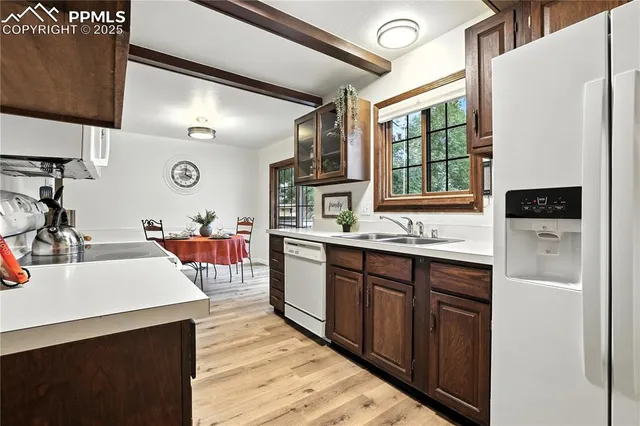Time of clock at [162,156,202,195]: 4:01
